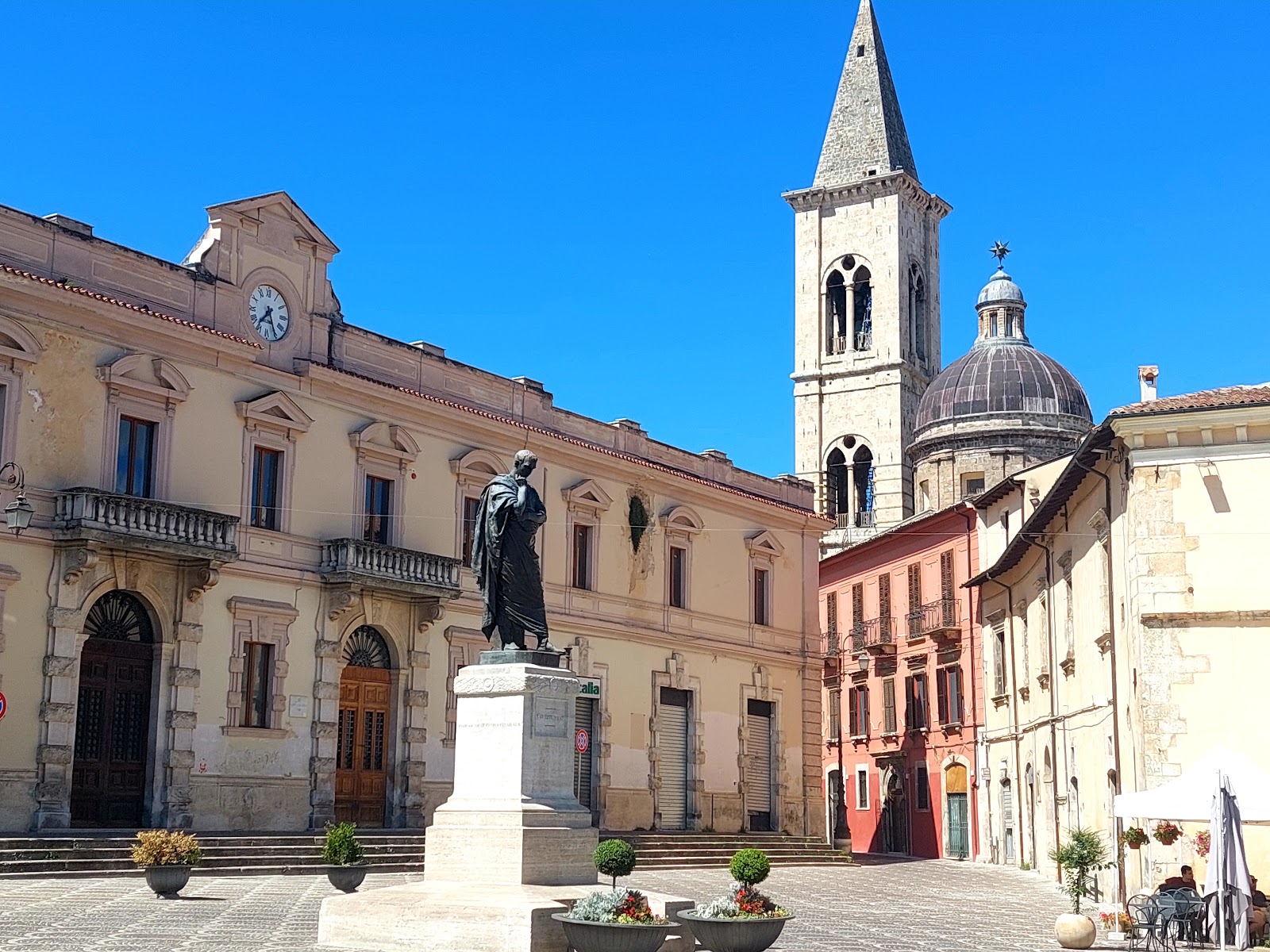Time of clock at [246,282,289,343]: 7:25
